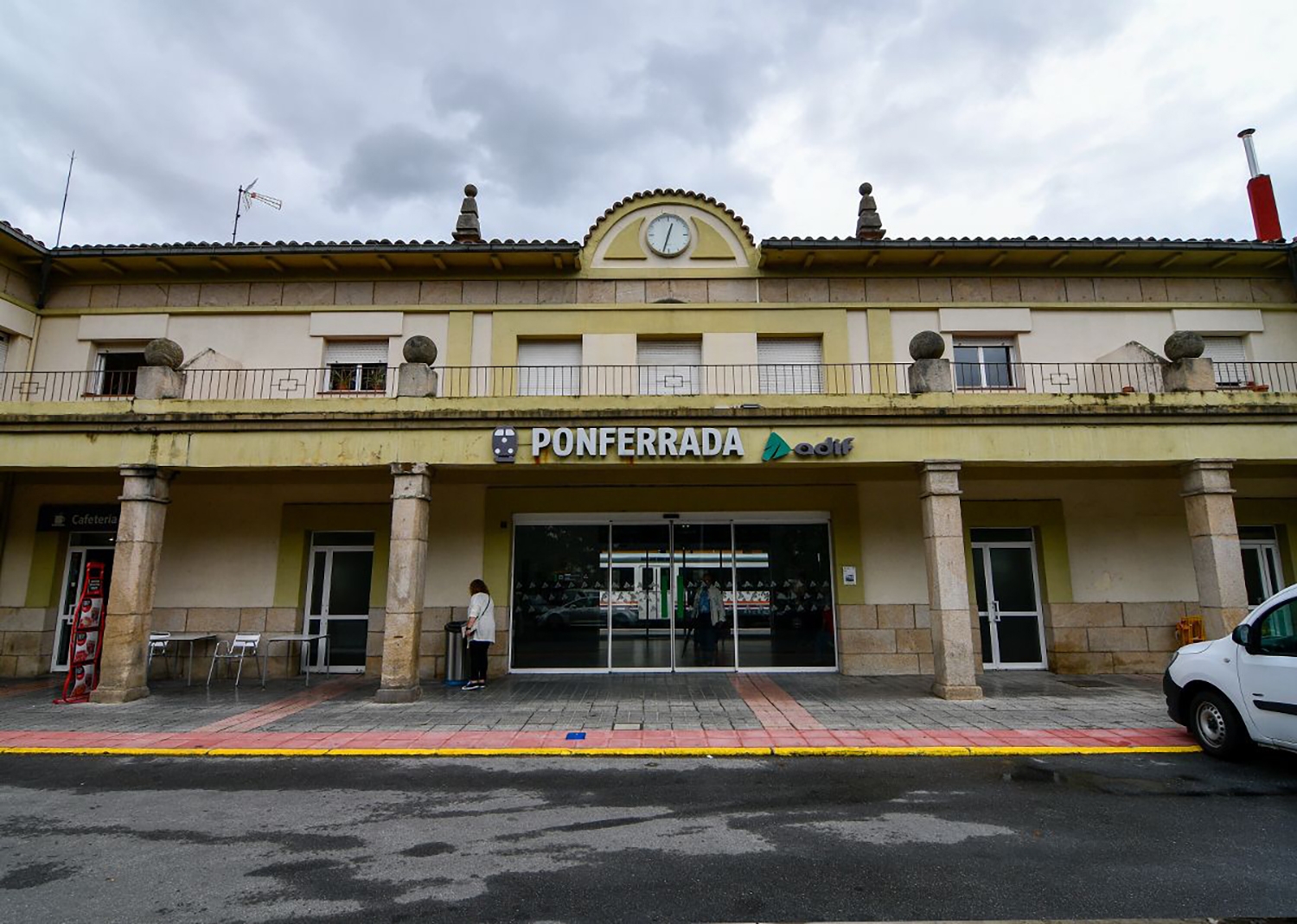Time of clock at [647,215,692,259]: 12:32
